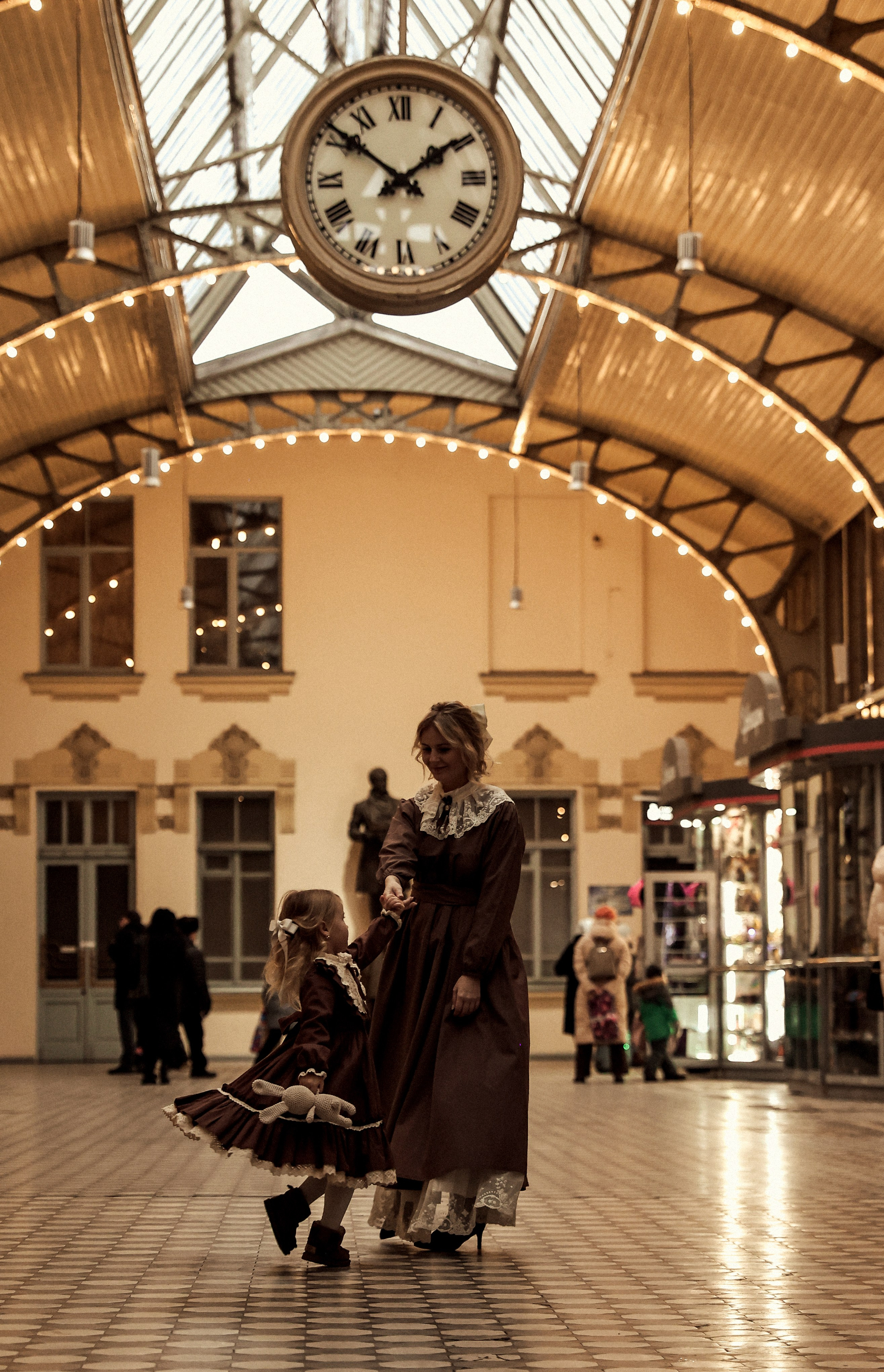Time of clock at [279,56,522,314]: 1:51
